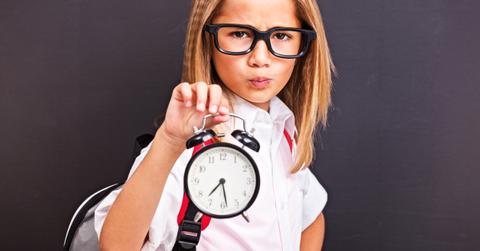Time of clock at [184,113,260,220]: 7:28
